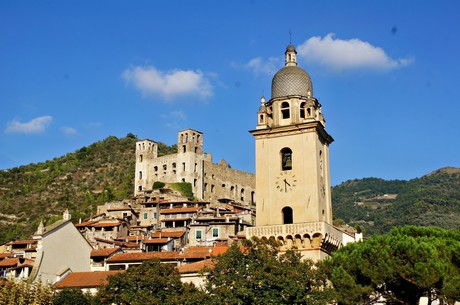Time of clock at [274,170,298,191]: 4:30
